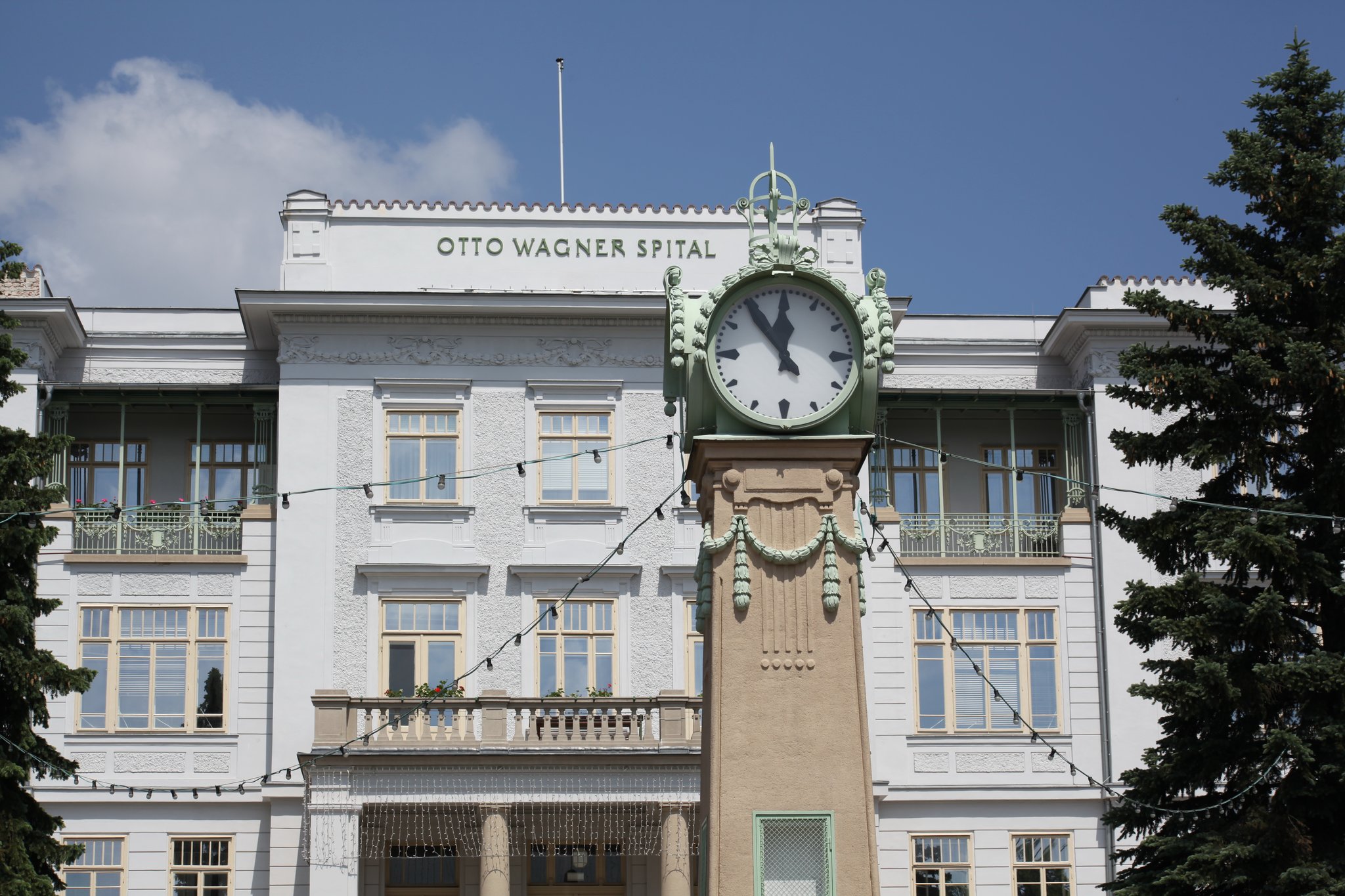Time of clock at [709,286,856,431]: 11:54
